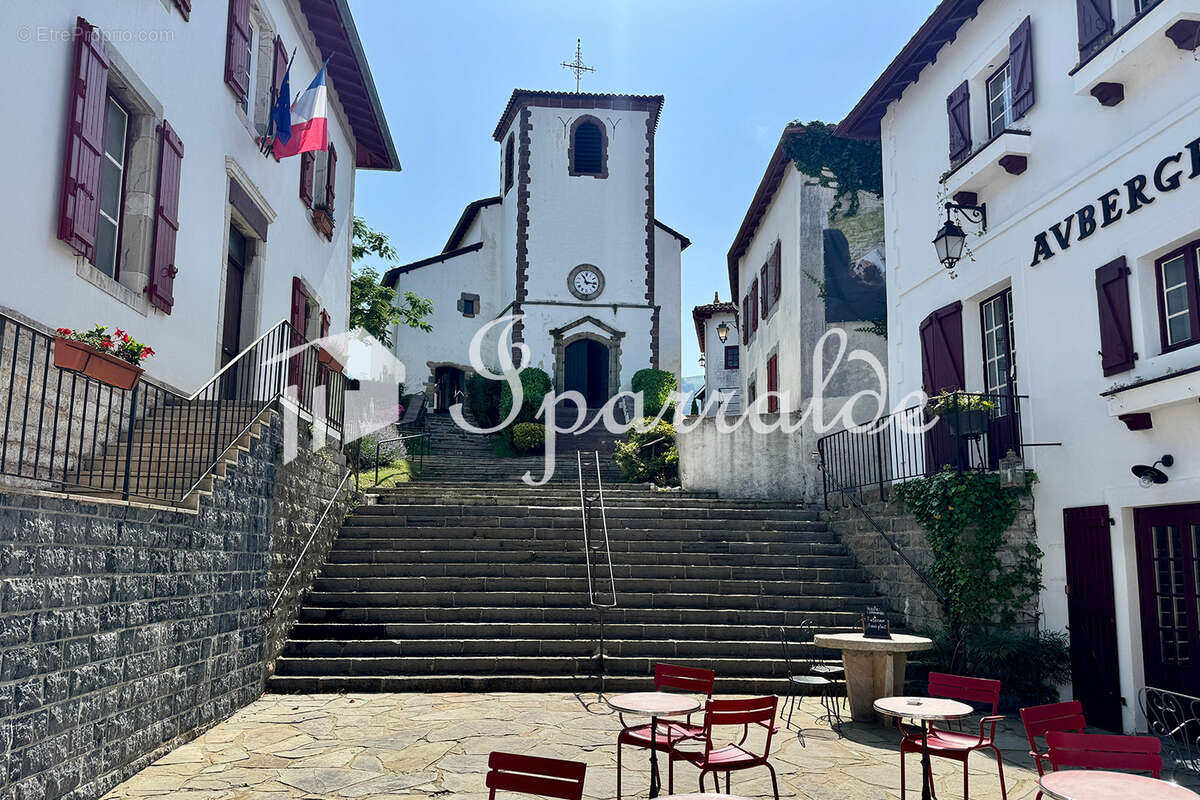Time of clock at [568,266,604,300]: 11:16
